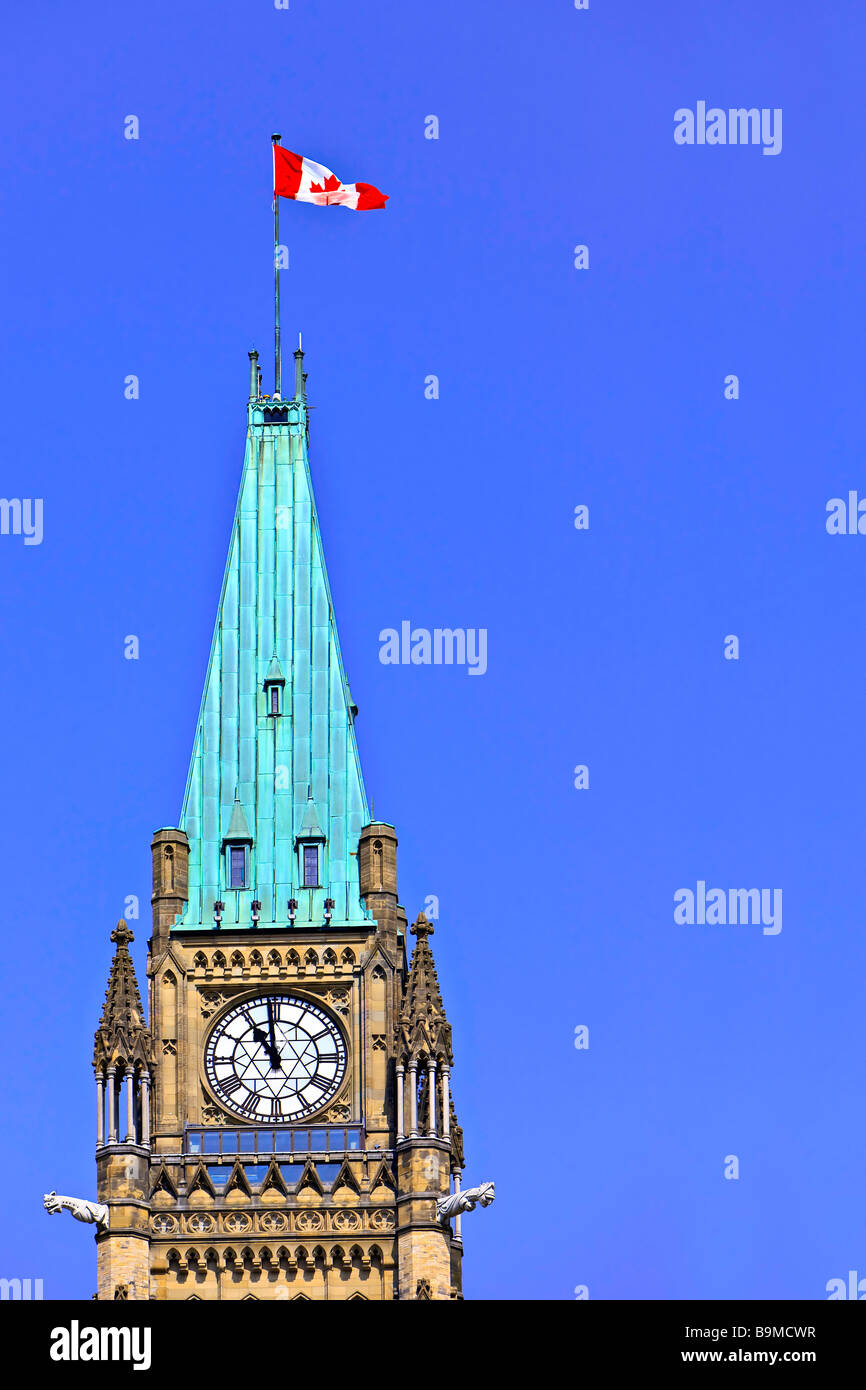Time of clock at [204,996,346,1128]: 10:58
